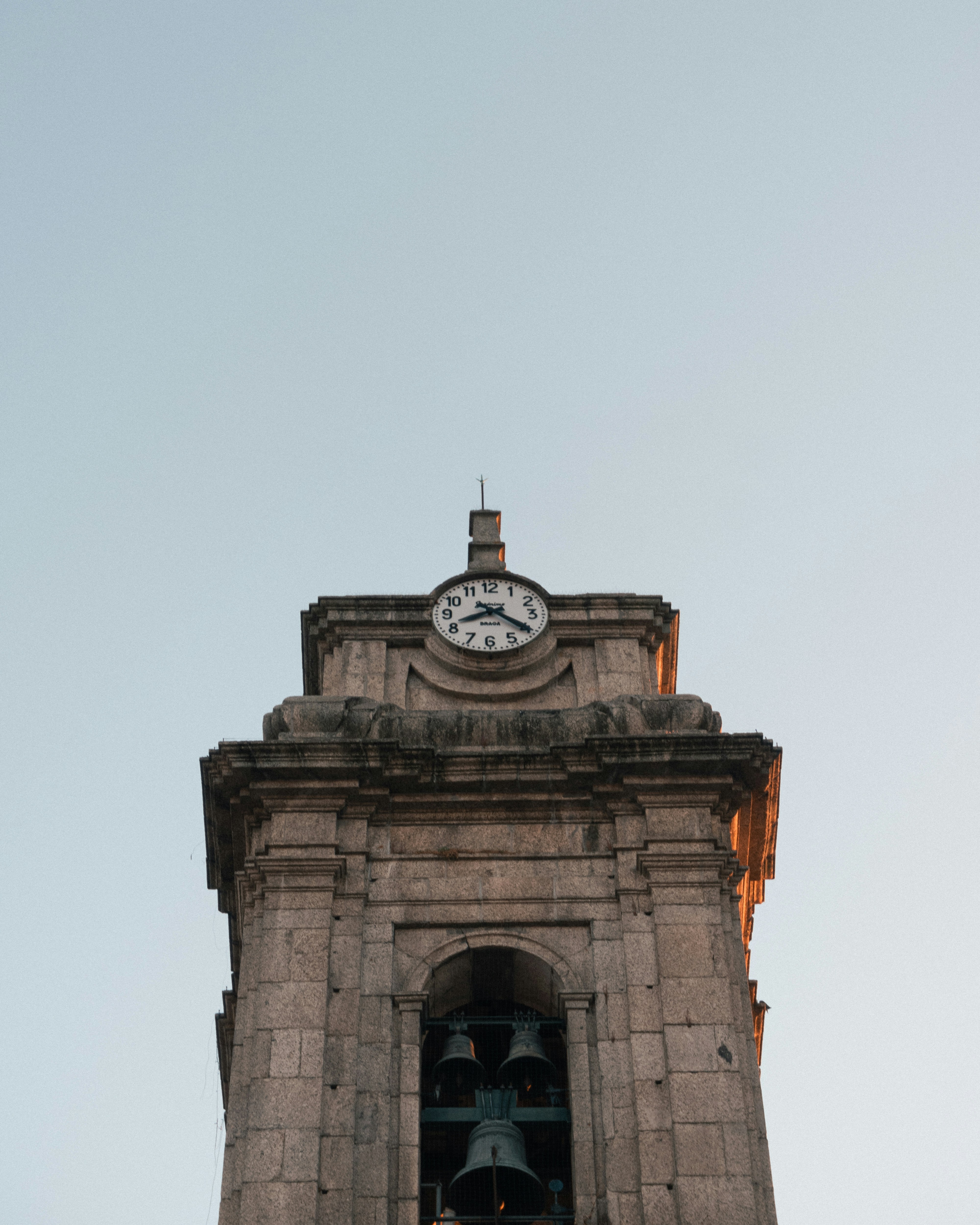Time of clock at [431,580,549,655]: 8:20
